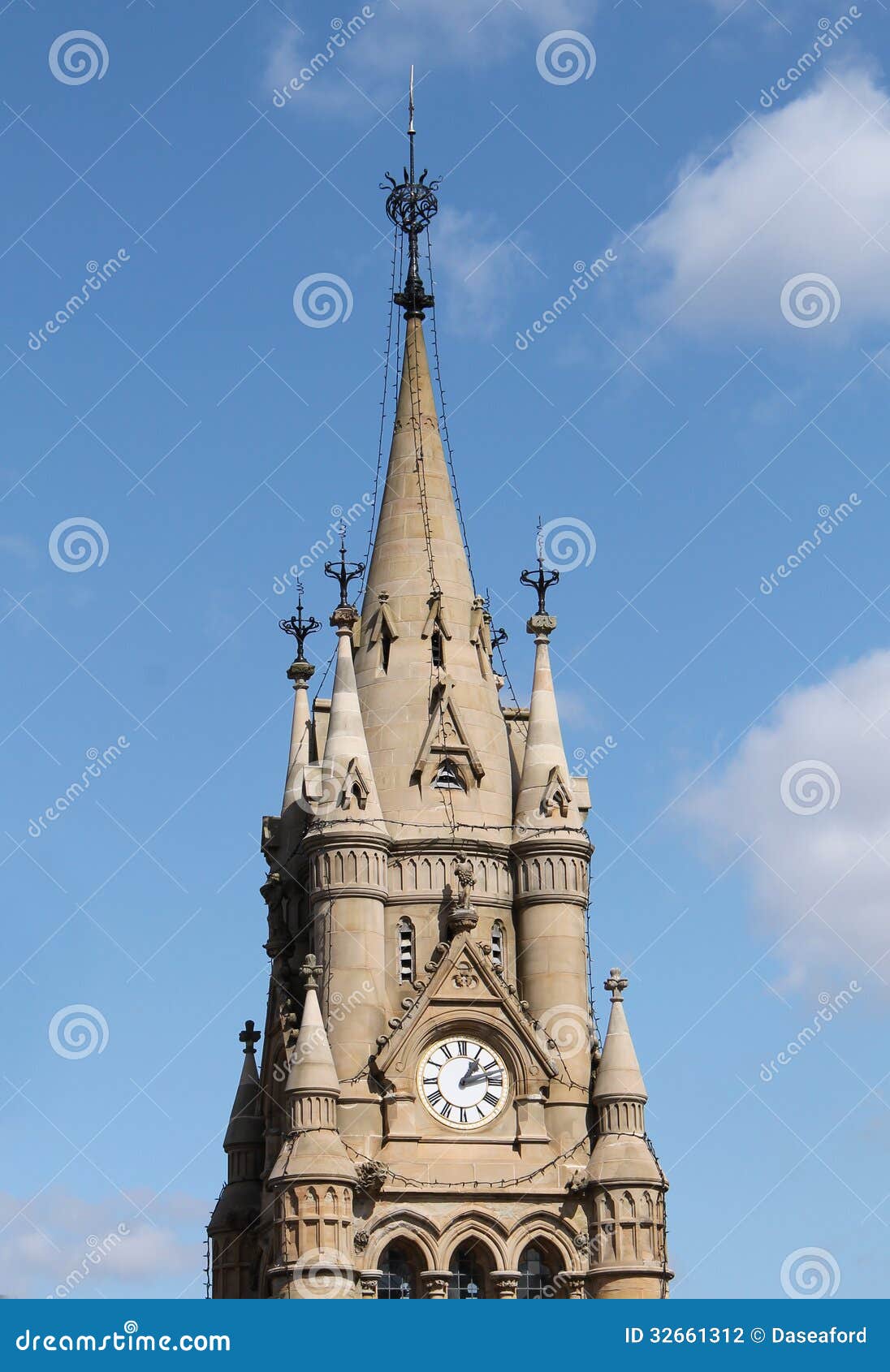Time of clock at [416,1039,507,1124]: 1:12
